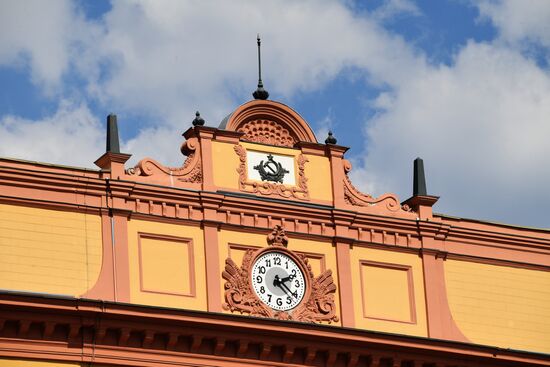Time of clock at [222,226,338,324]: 2:21
